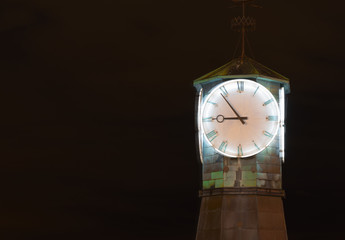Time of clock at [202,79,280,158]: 8:53
